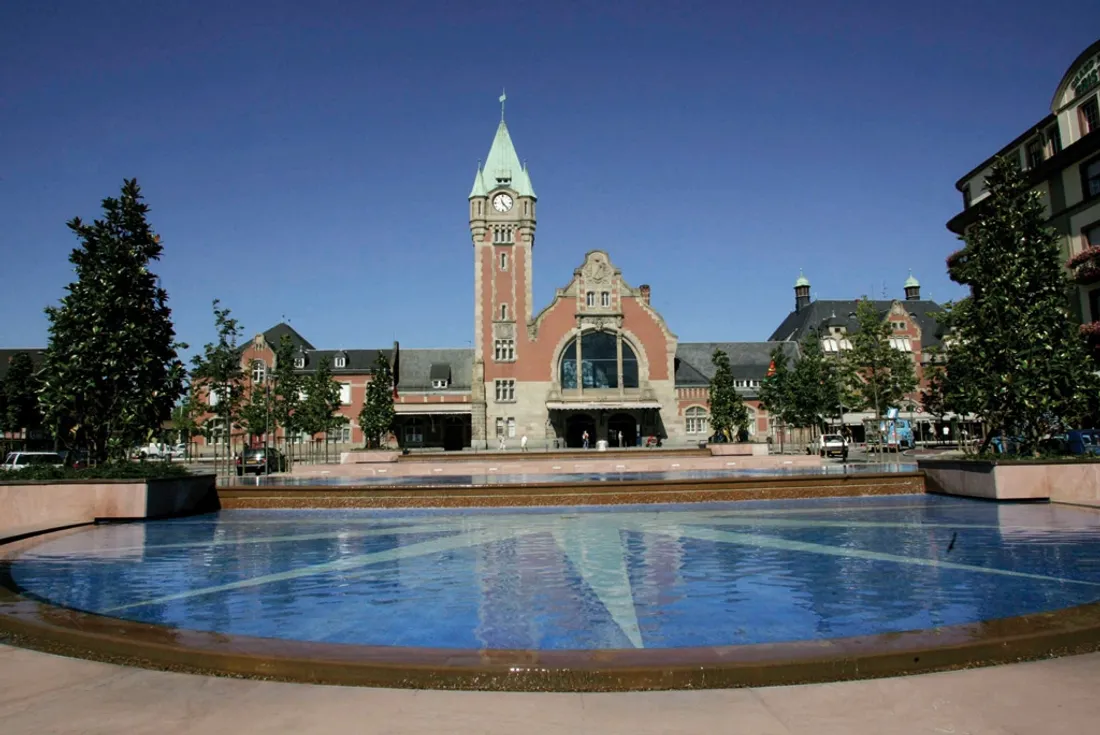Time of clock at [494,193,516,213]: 11:23
